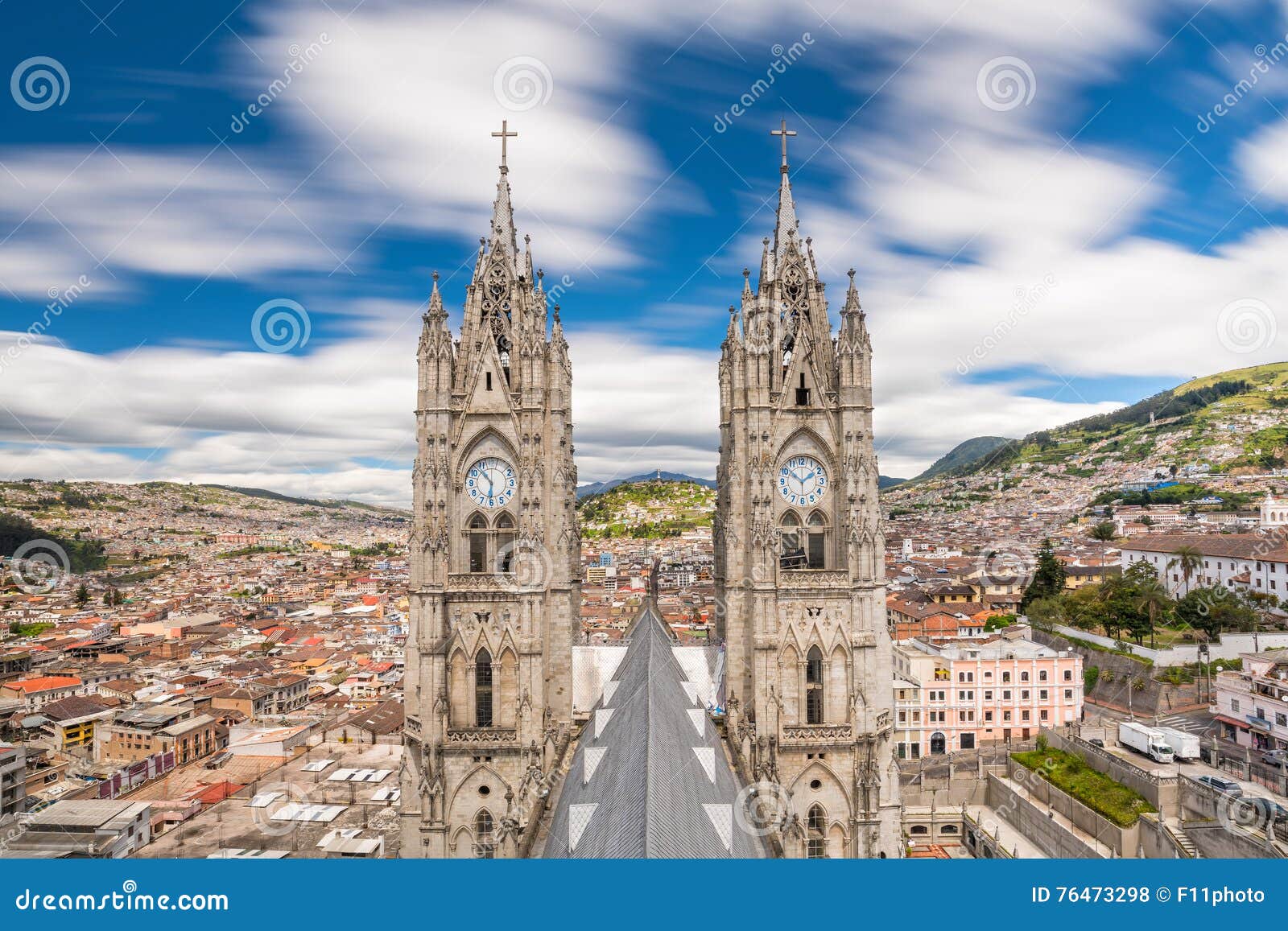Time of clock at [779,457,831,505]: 1:51
